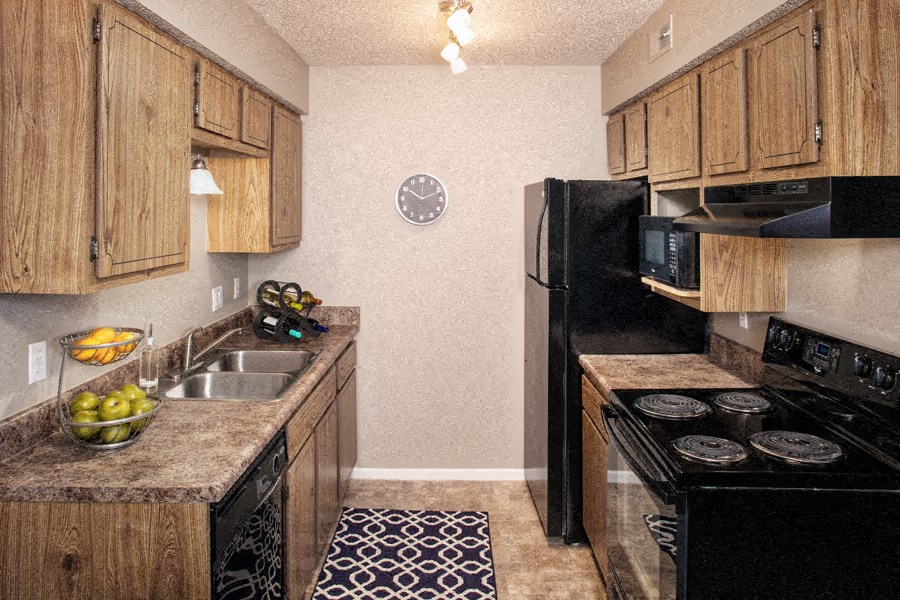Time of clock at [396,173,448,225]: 10:11
